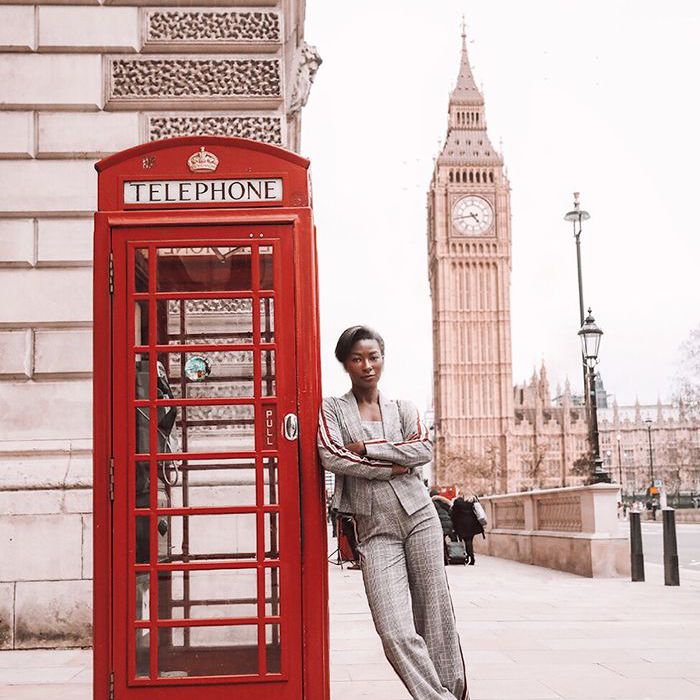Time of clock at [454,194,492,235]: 4:43
